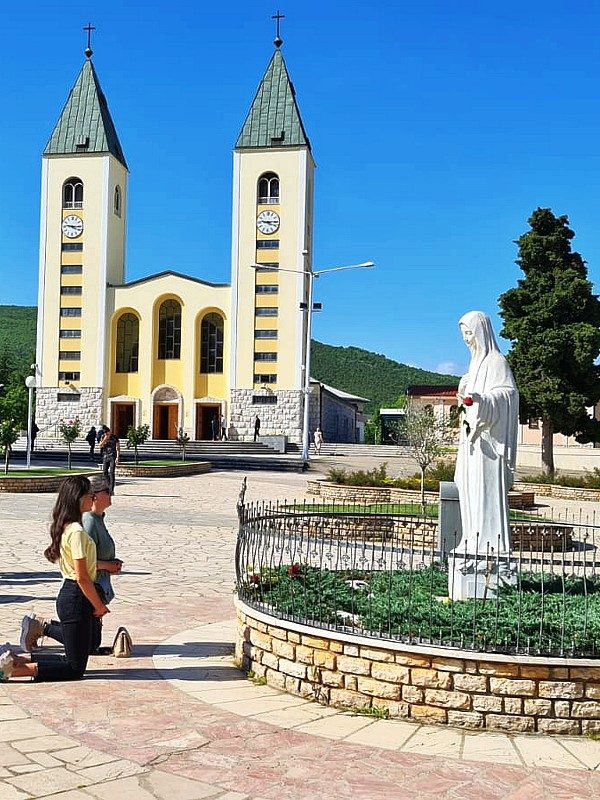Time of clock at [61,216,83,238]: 9:15
